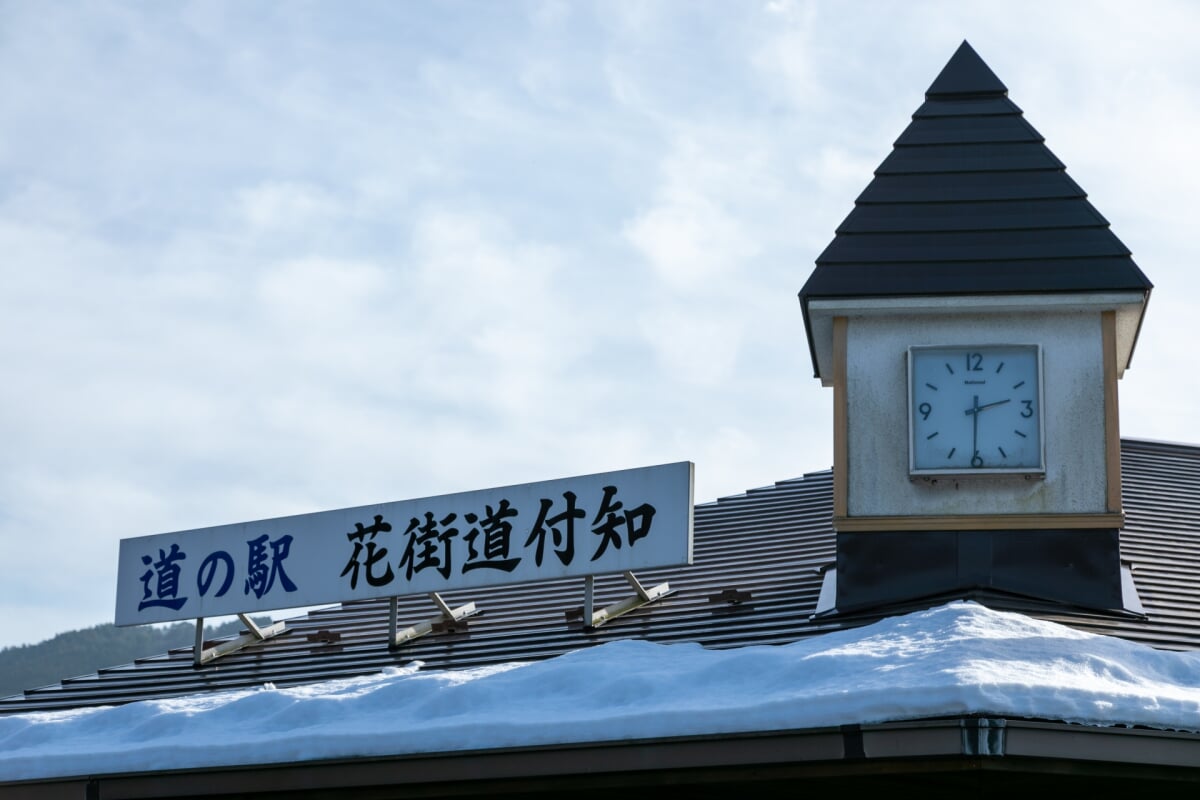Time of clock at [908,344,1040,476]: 2:30
